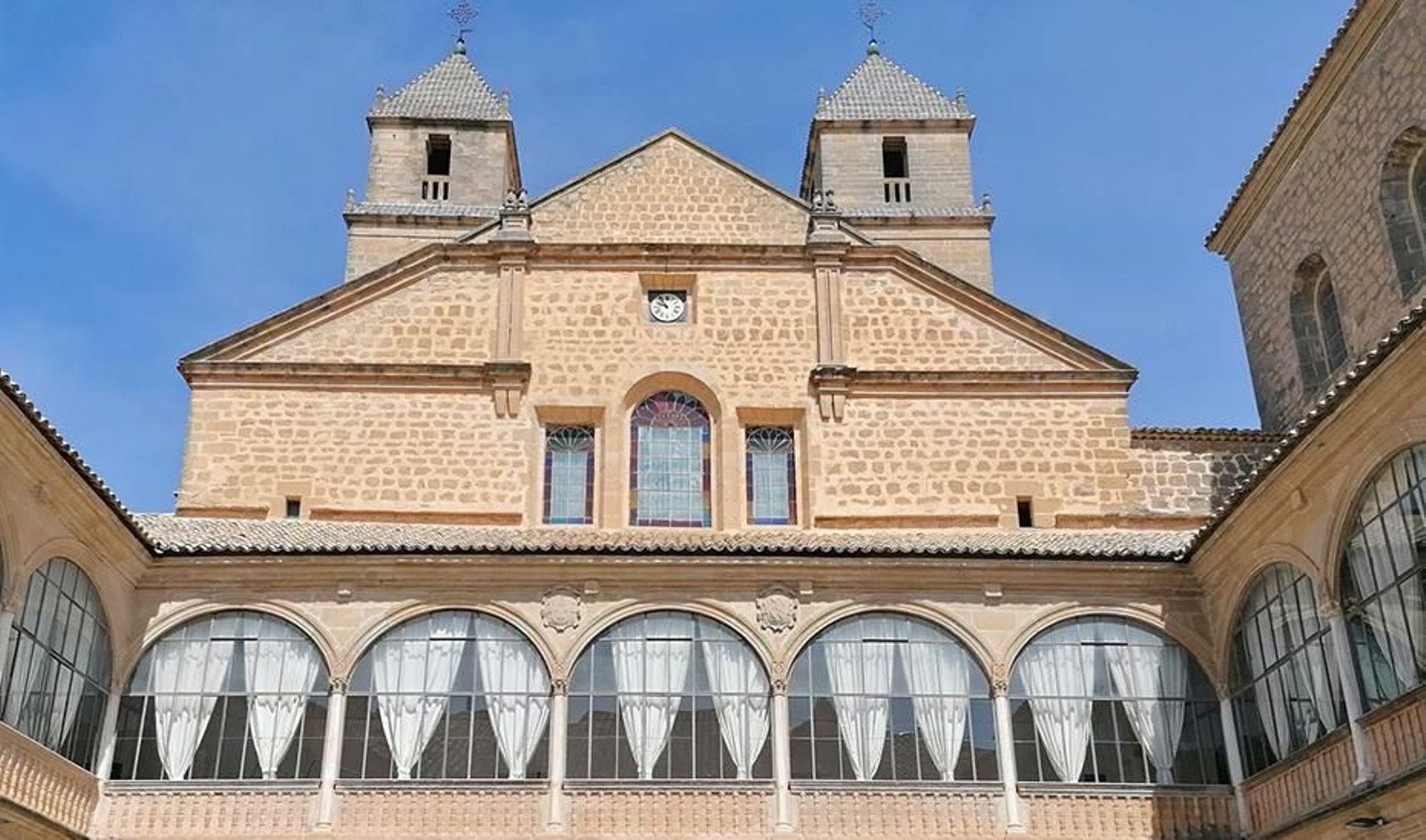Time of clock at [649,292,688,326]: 9:53
